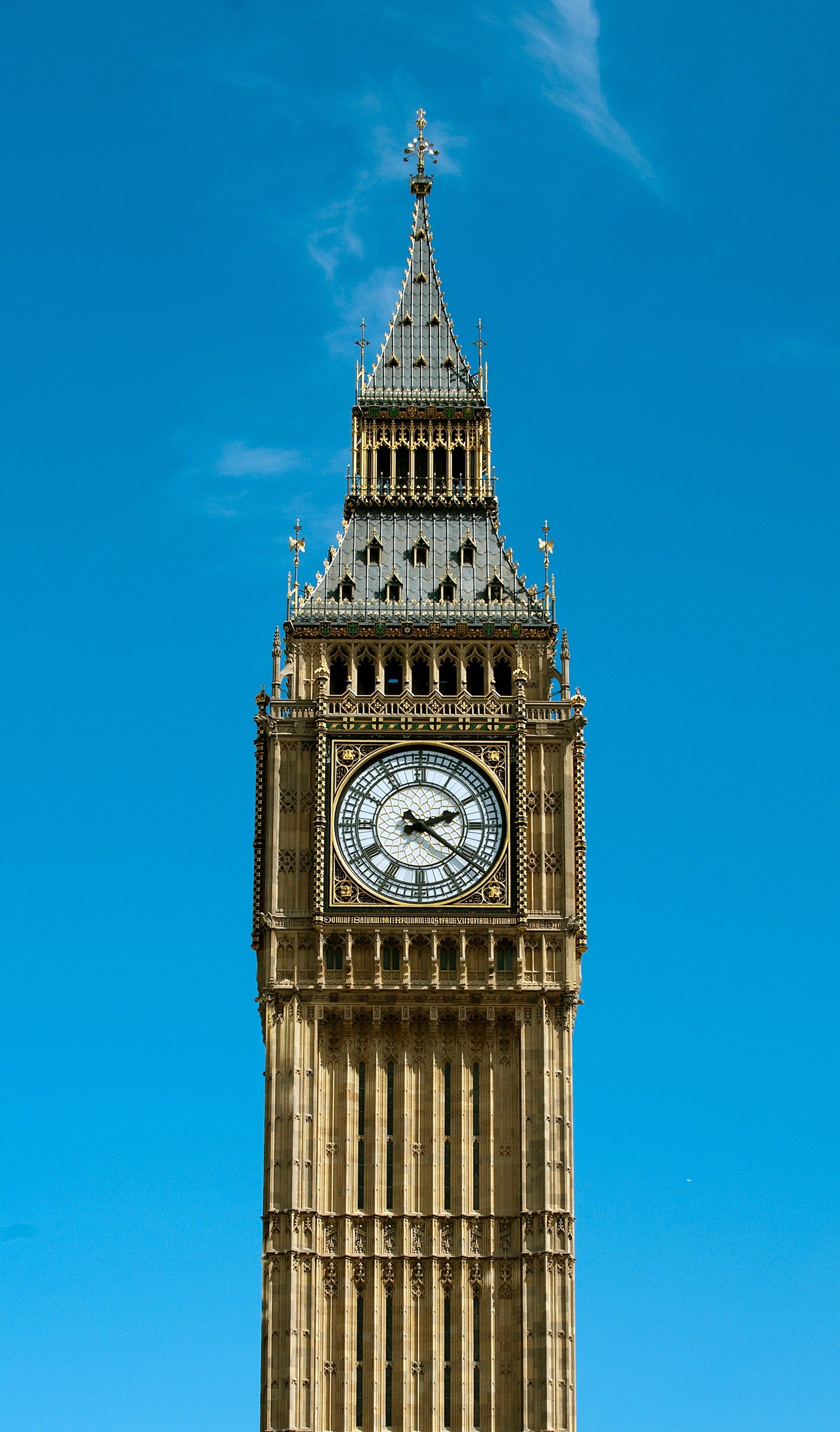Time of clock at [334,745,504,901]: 2:21
